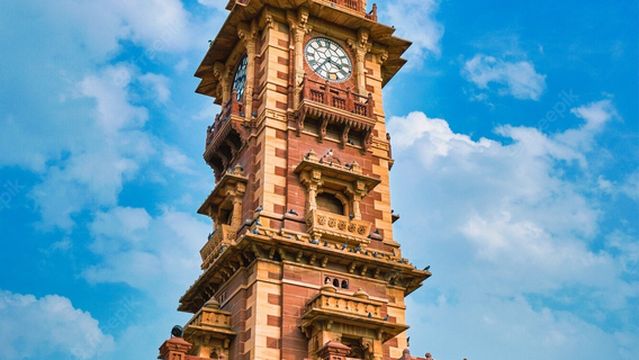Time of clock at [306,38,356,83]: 3:36
